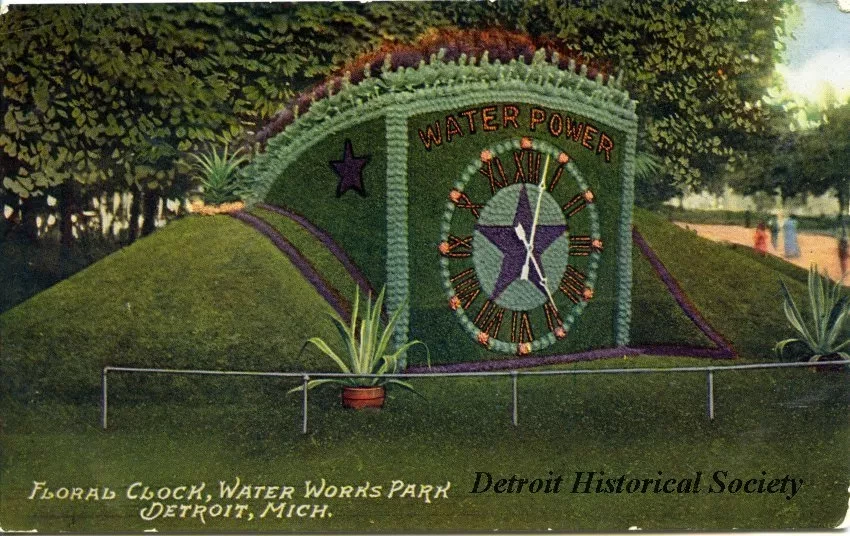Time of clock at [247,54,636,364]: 12:24
